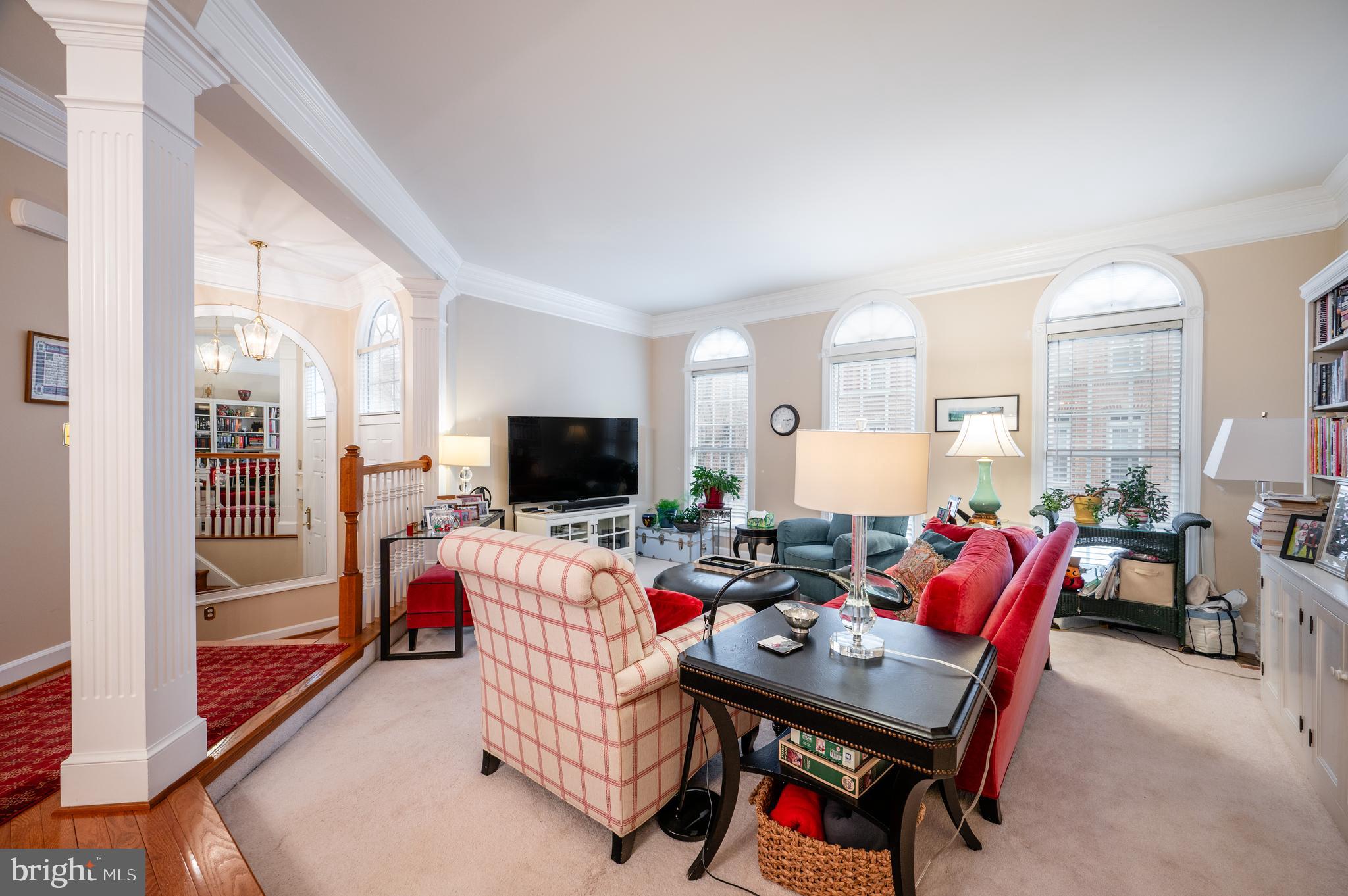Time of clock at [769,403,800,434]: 3:14
